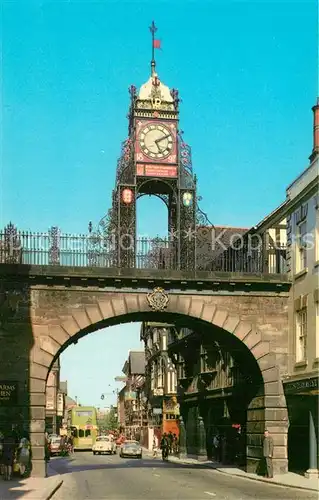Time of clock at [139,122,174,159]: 5:10
